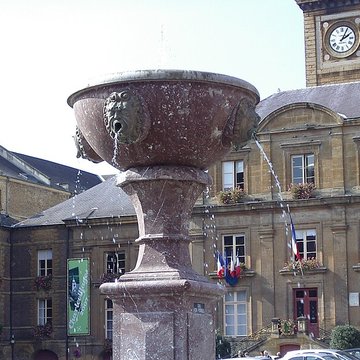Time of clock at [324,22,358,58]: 2:04
